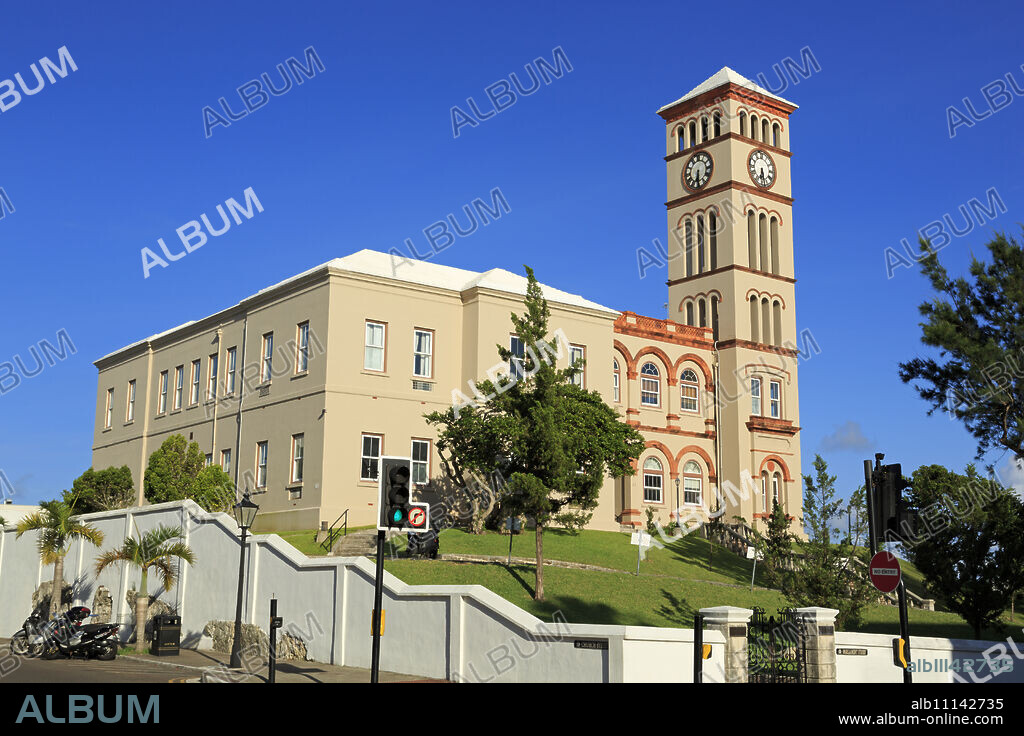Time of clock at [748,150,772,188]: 6:28
